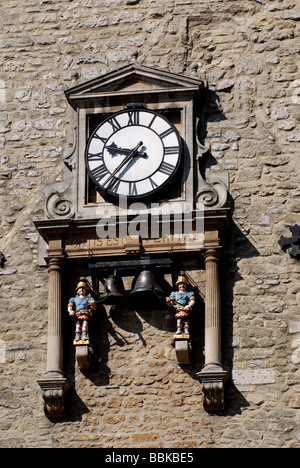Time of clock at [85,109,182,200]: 9:36
